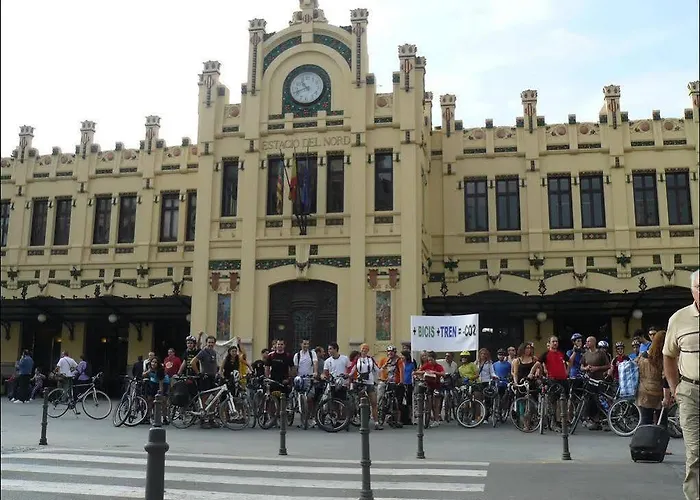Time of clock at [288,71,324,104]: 10:41
